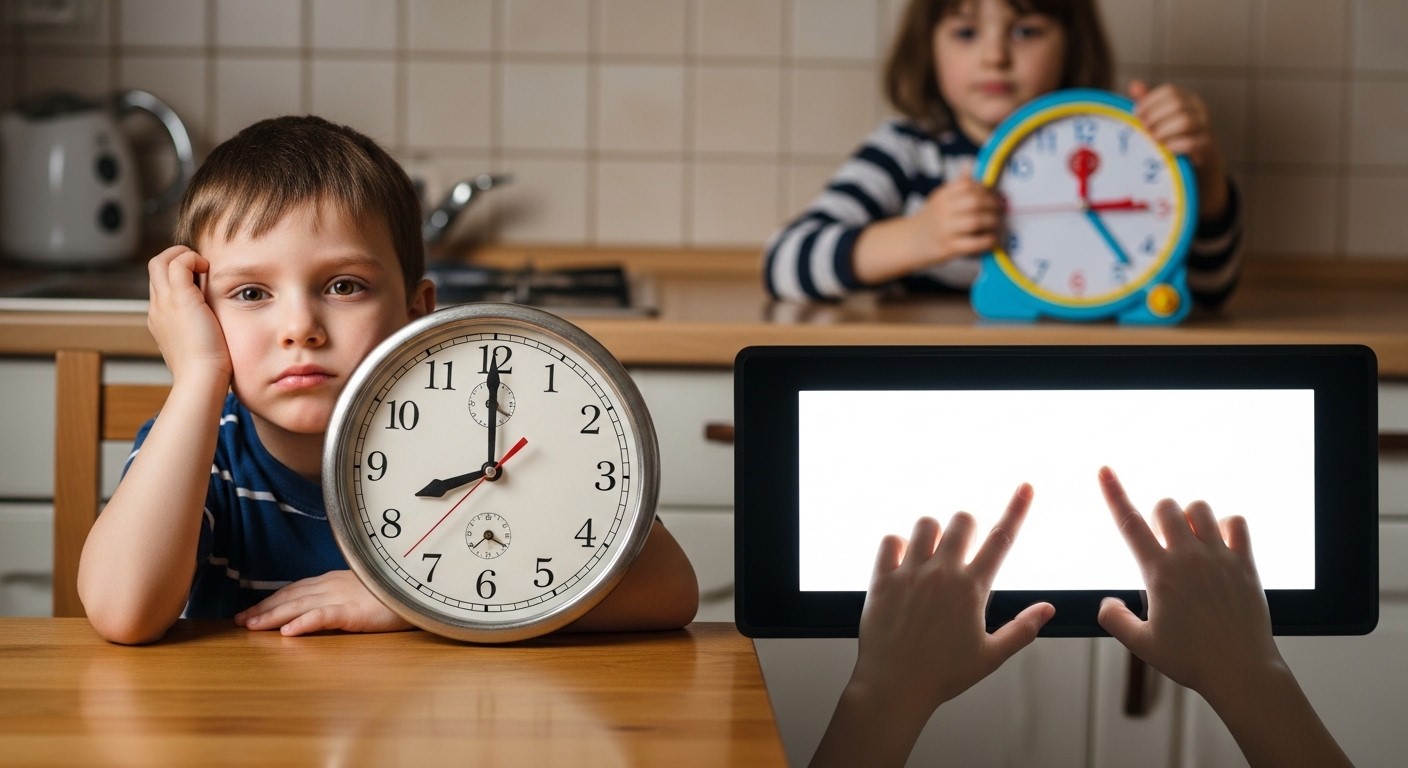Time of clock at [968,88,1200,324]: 12:14
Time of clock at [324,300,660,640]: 7:59
